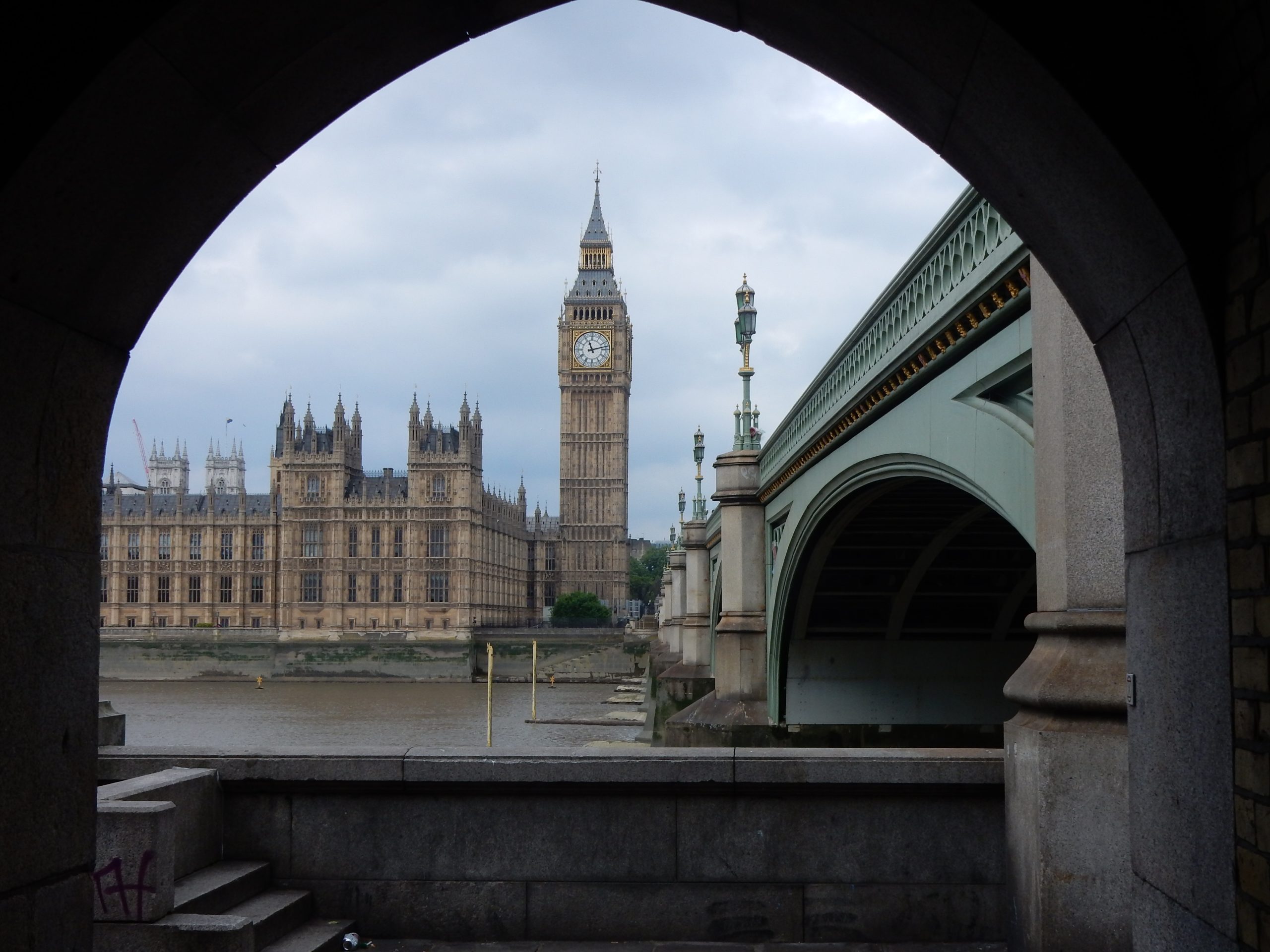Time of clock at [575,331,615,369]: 11:12
